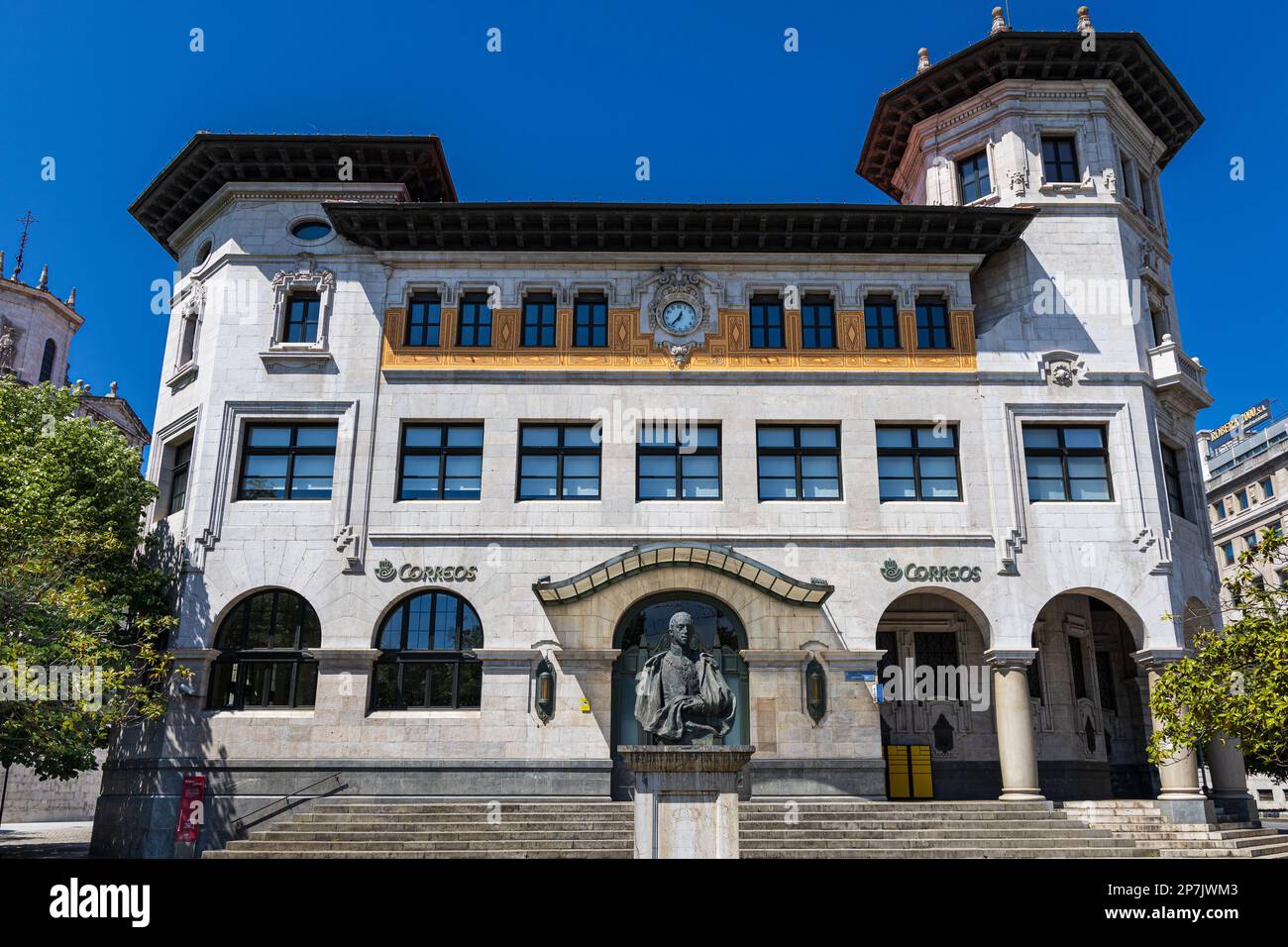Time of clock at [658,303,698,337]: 12:37
